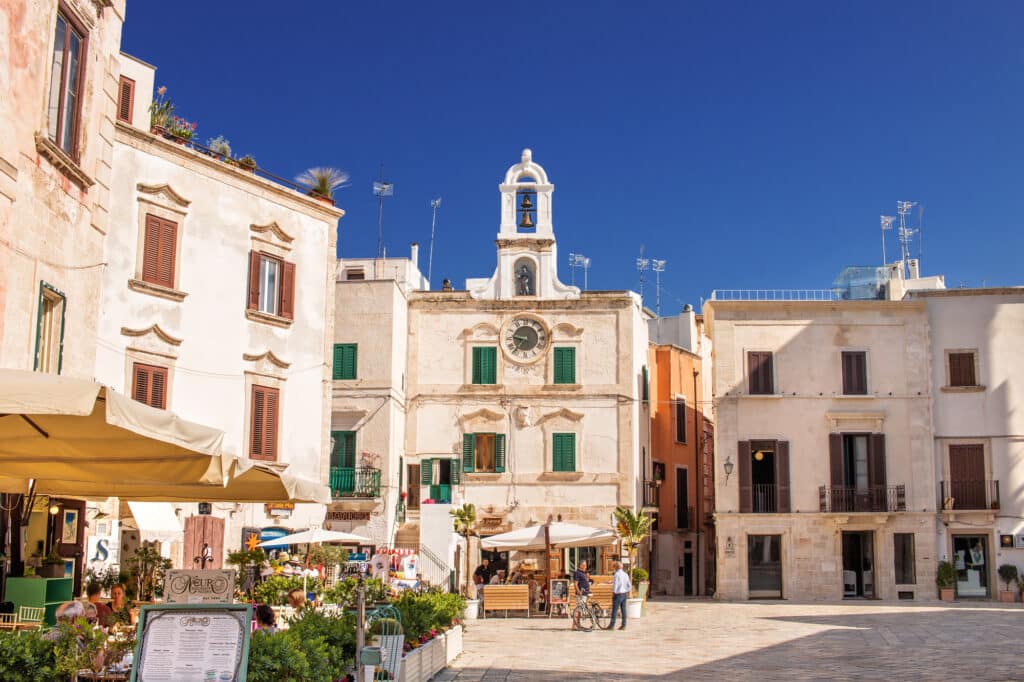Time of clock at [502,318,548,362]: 9:36
